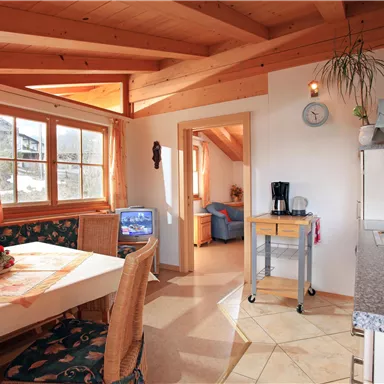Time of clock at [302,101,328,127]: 10:28
